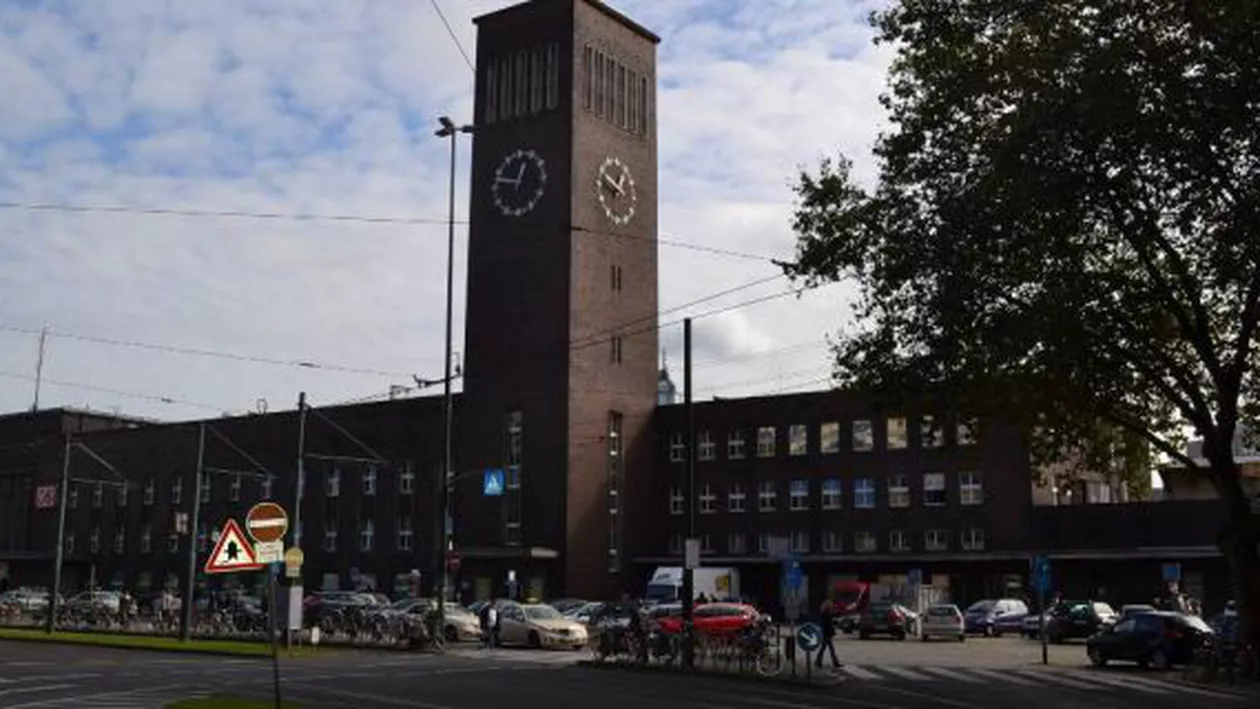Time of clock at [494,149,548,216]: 12:47
